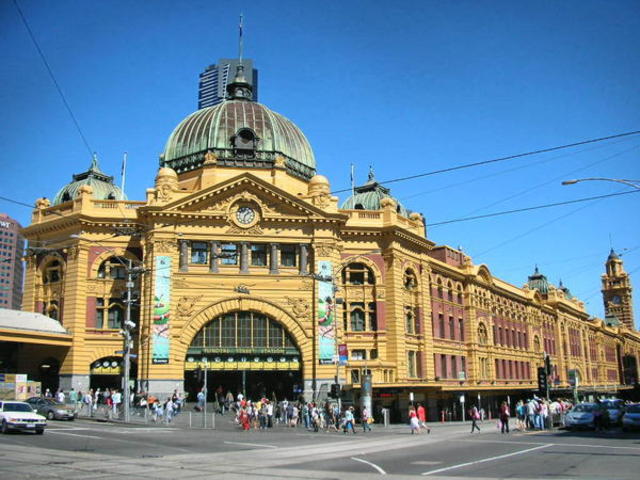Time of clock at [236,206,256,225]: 1:32
